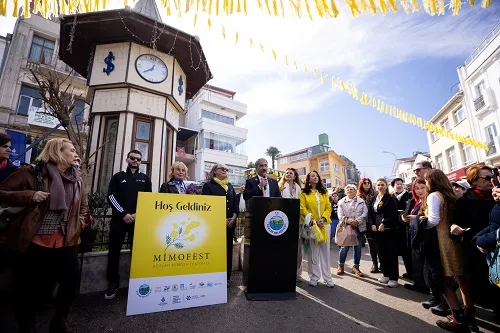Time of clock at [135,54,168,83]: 12:38
